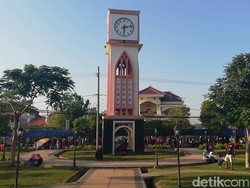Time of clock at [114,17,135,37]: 6:13
